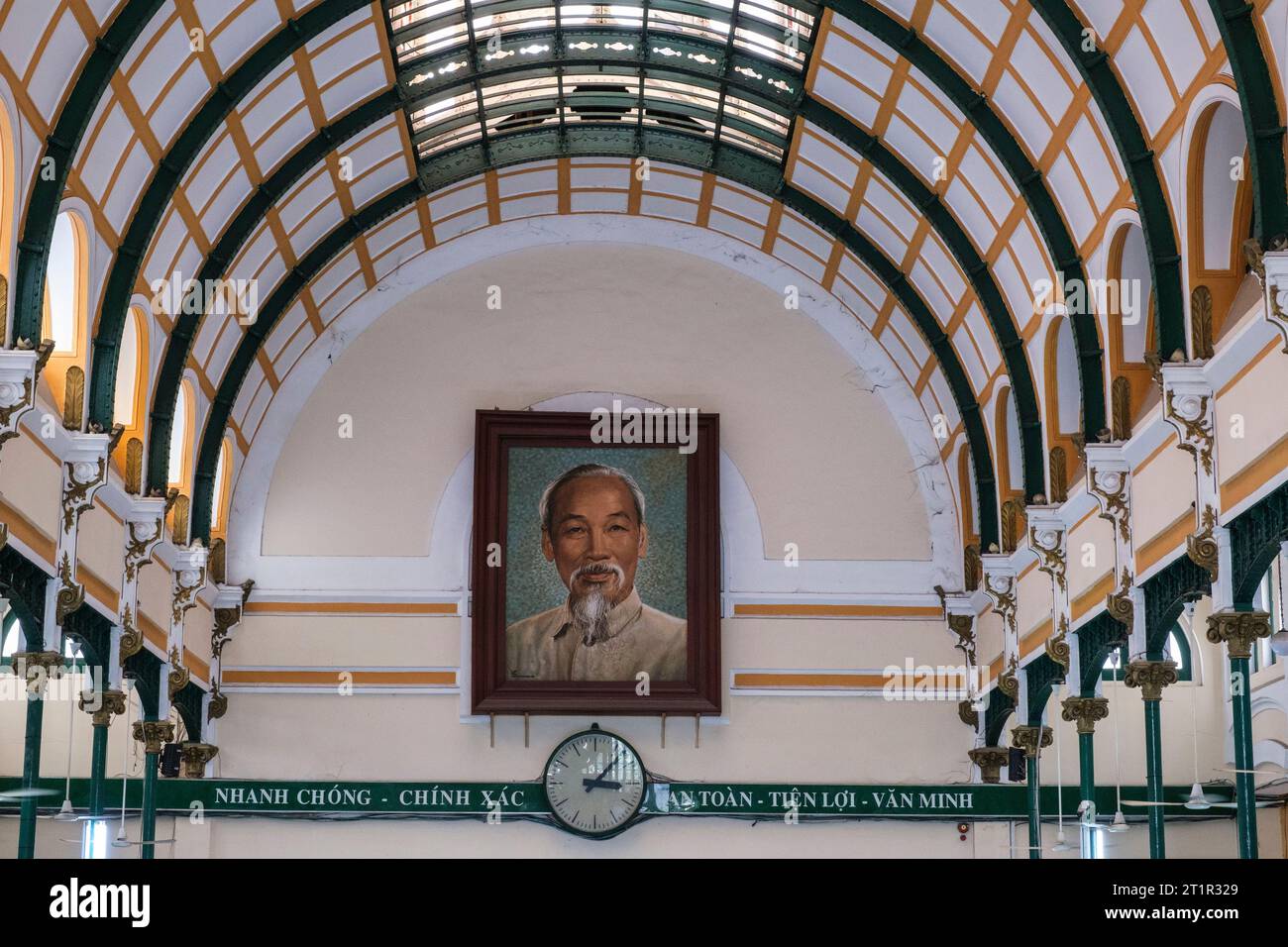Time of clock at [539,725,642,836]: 3:07
